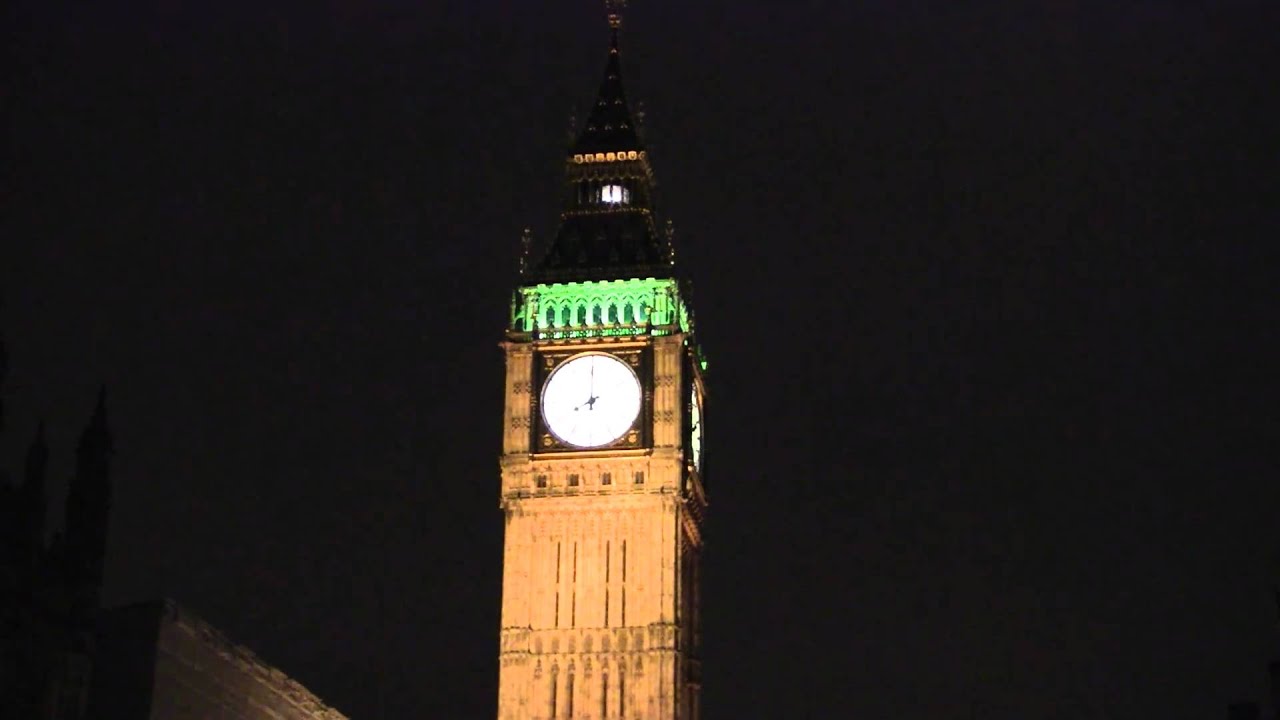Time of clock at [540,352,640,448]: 7:59
